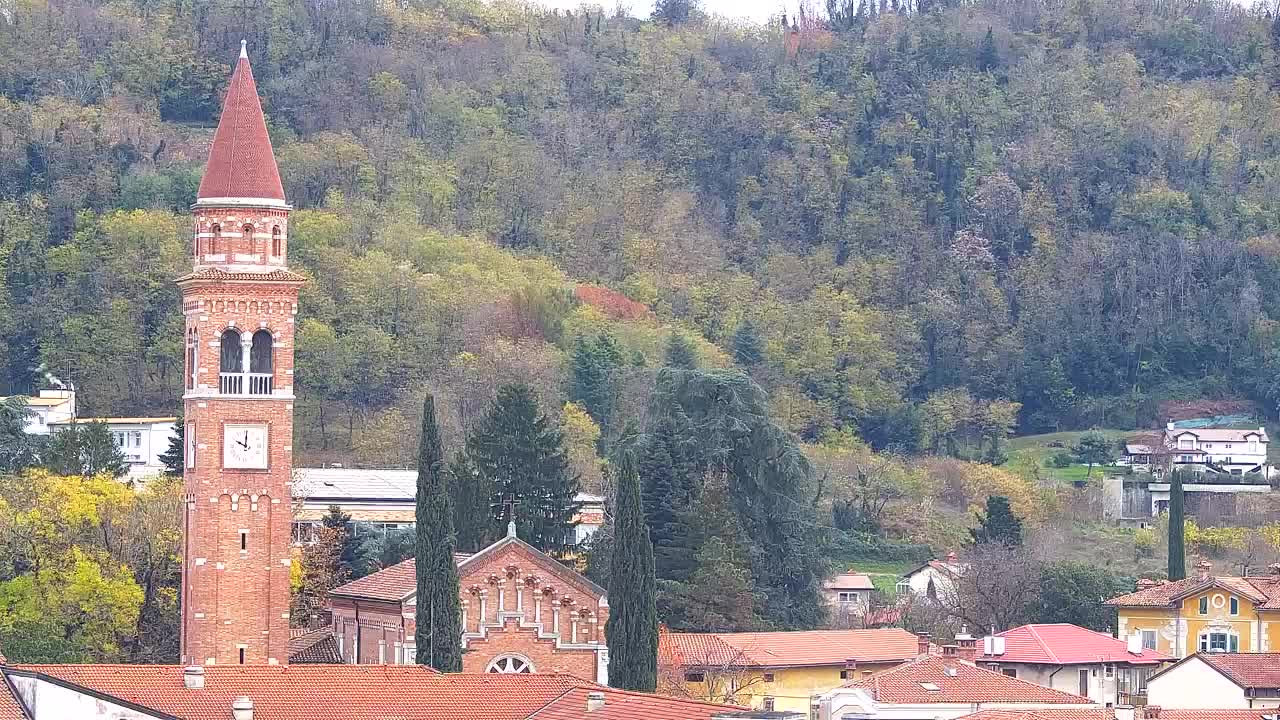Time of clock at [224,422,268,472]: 10:00
